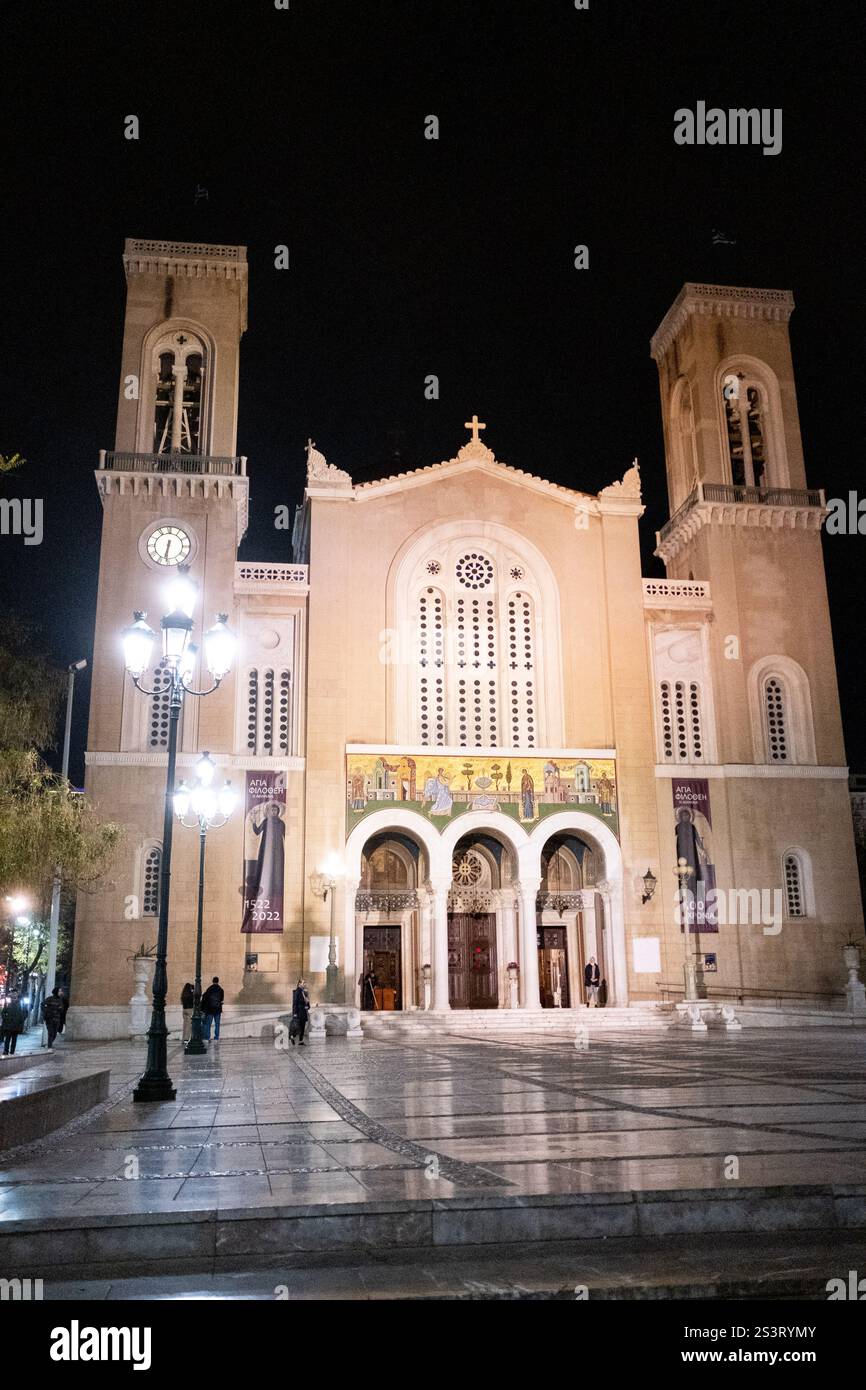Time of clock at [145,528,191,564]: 6:31
